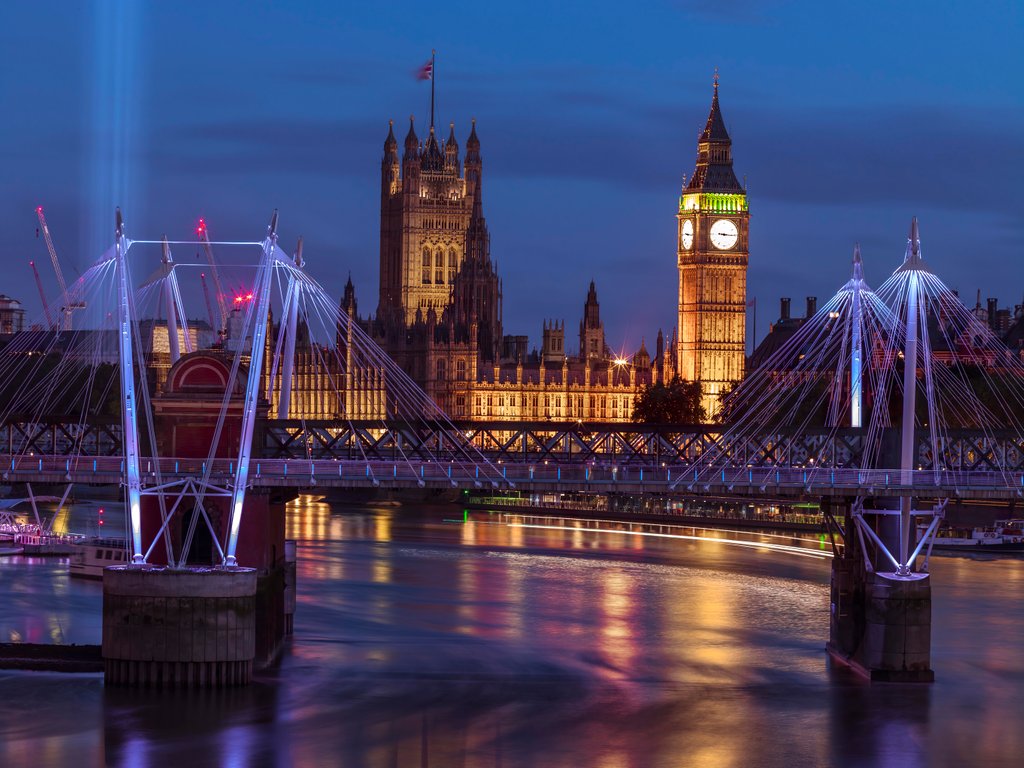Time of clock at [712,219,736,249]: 3:15
